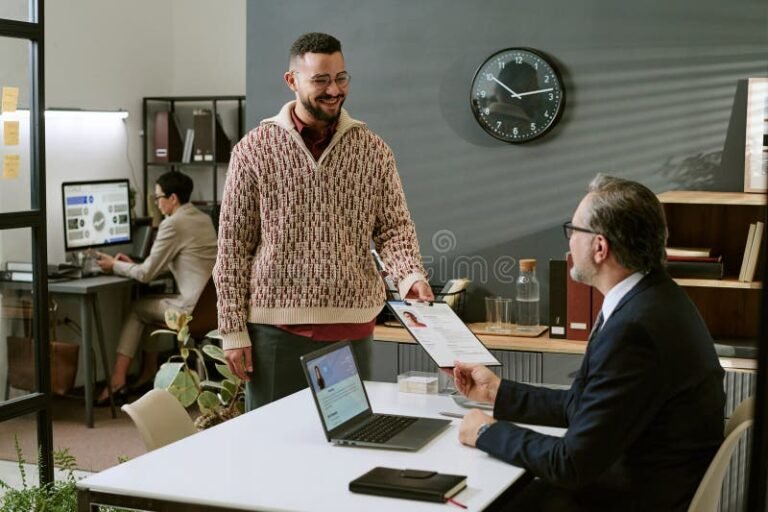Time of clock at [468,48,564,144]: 10:13
